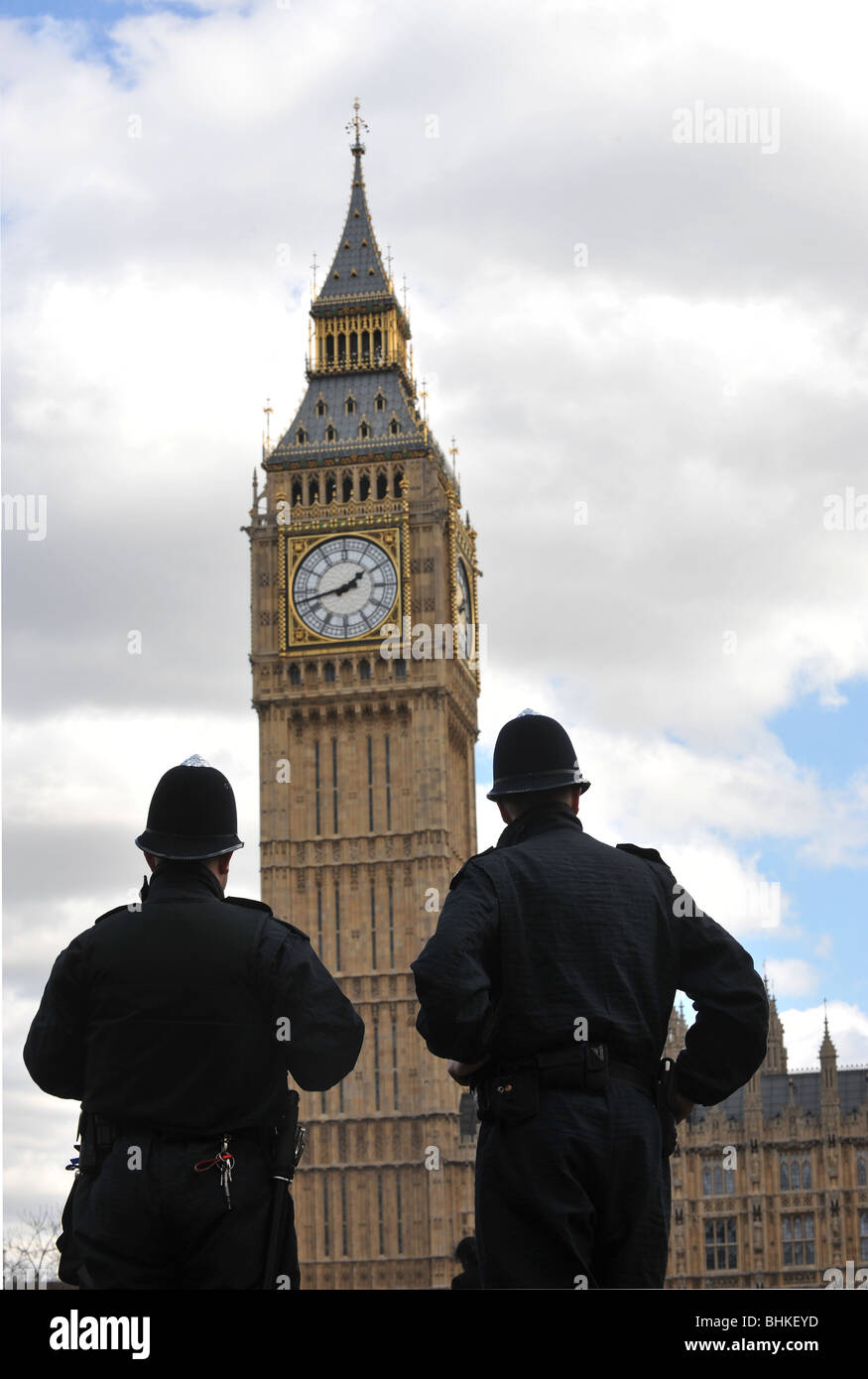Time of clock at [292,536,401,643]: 1:42
